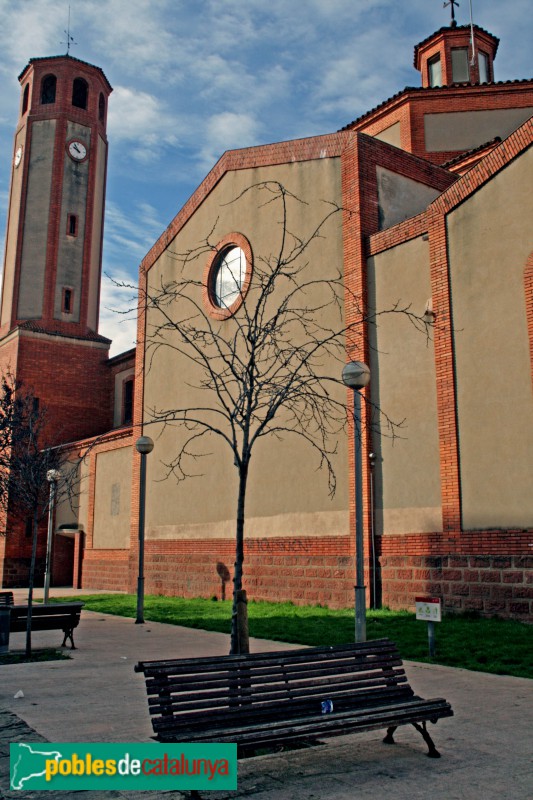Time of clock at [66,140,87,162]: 9:54
